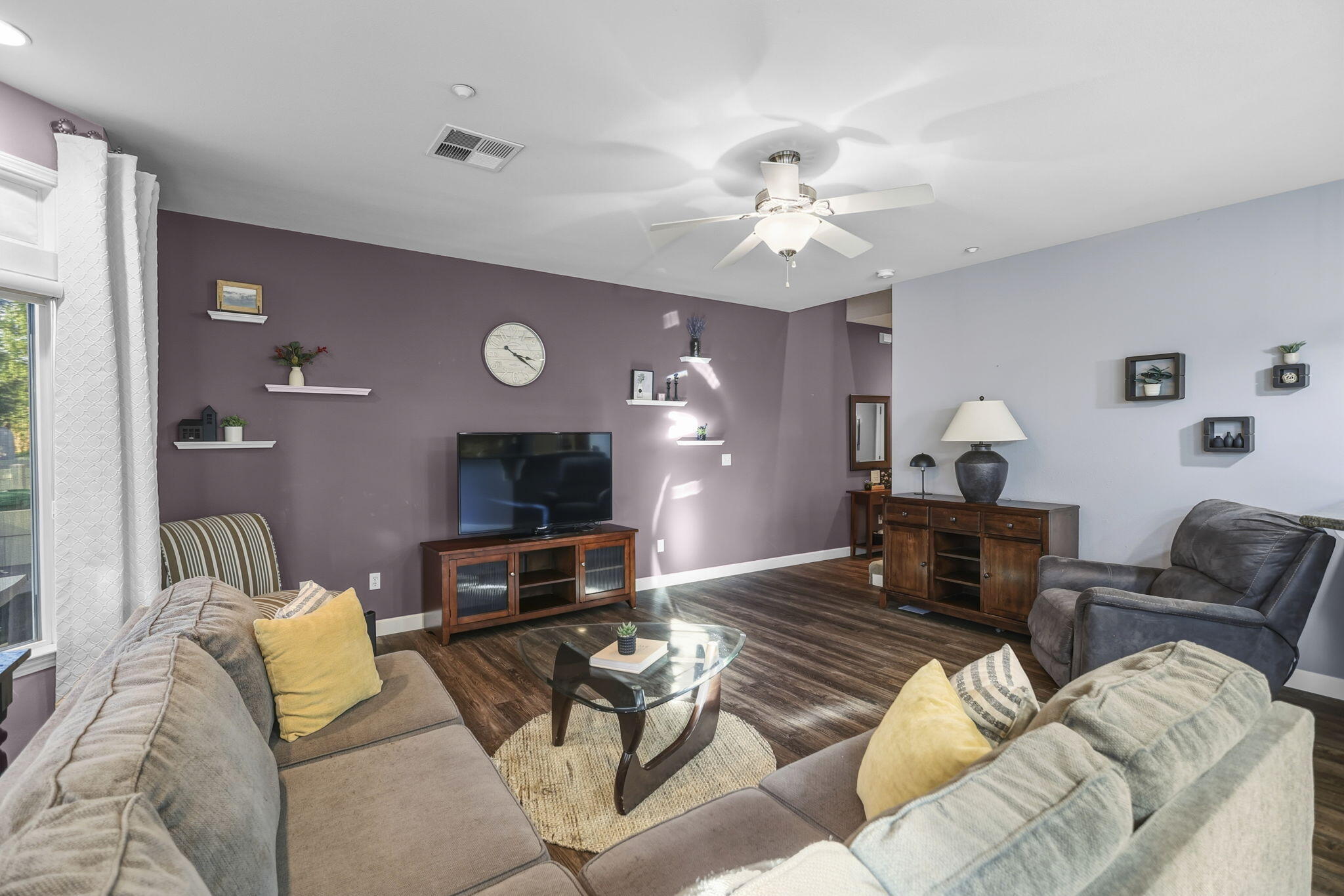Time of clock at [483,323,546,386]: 3:20
